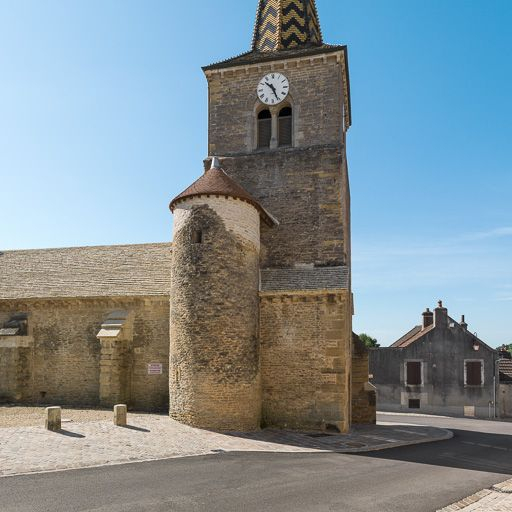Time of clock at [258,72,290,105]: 10:26
